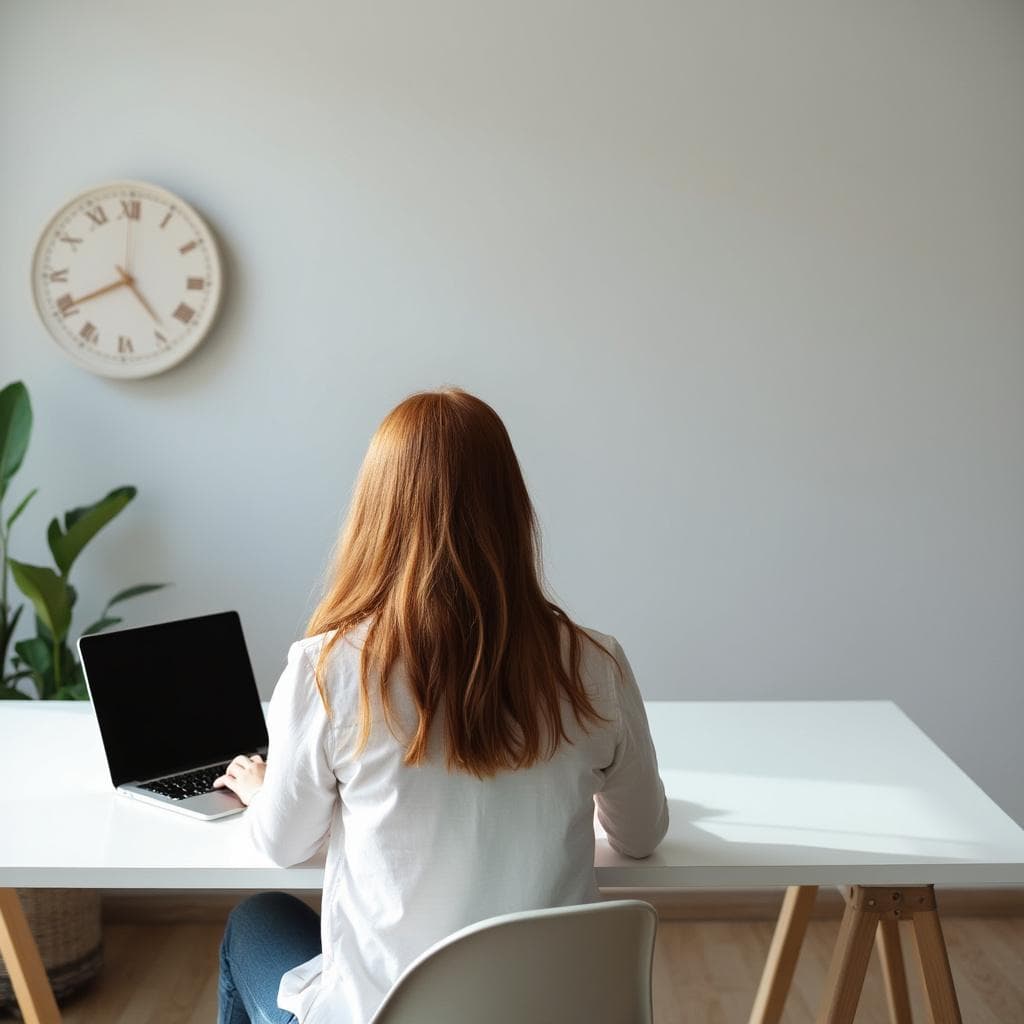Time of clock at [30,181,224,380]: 4:40
